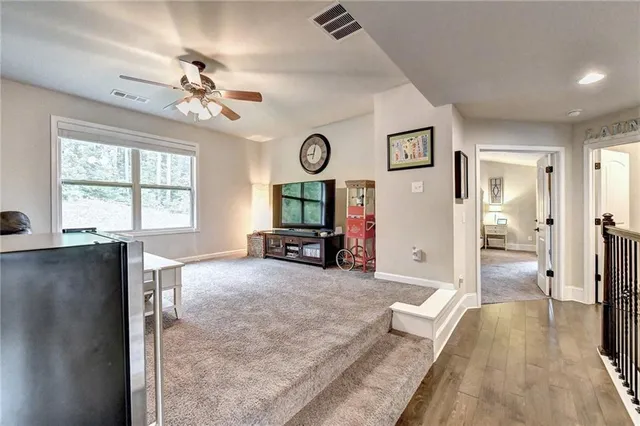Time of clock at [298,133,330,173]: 9:02
